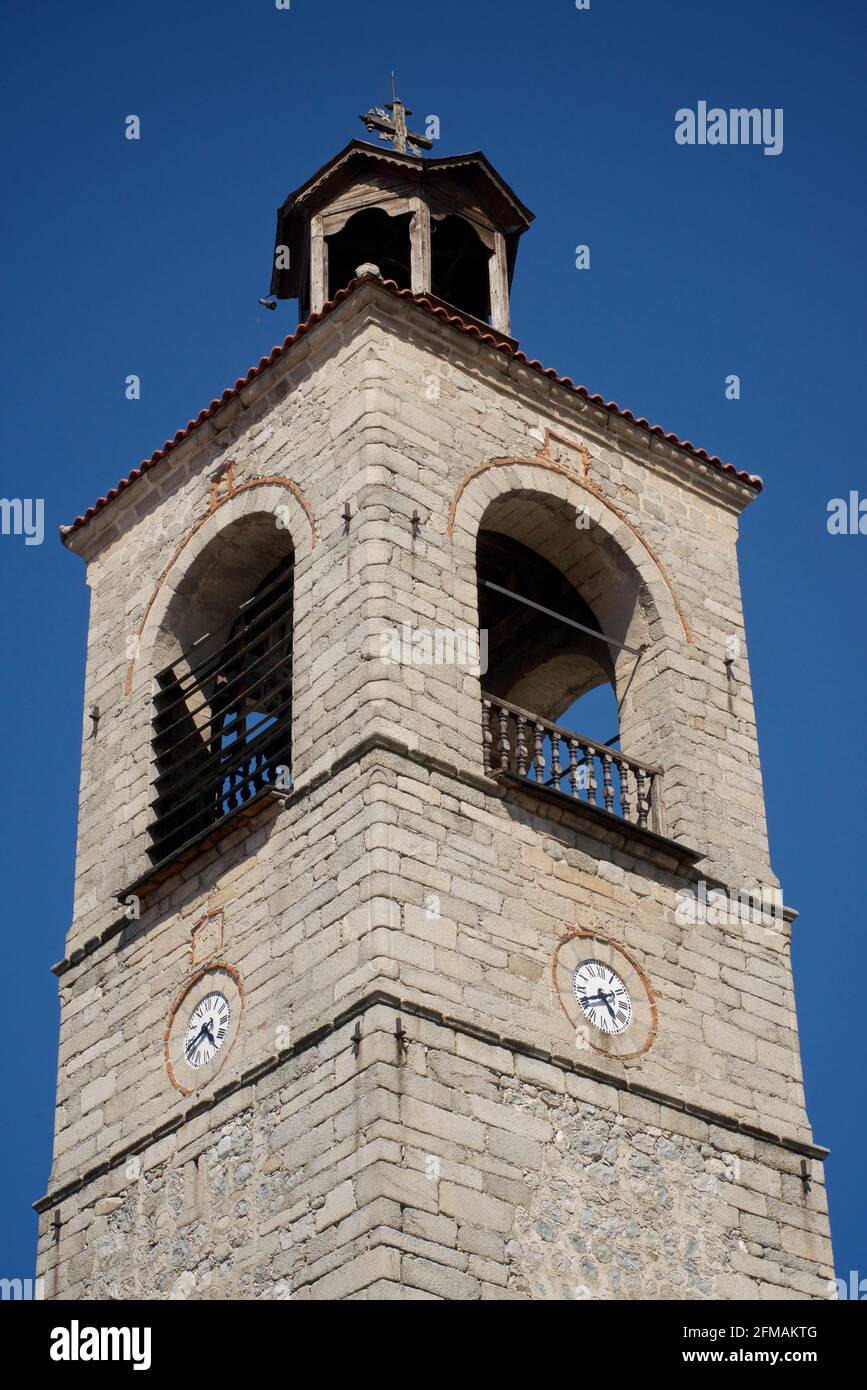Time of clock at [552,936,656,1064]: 4:40
